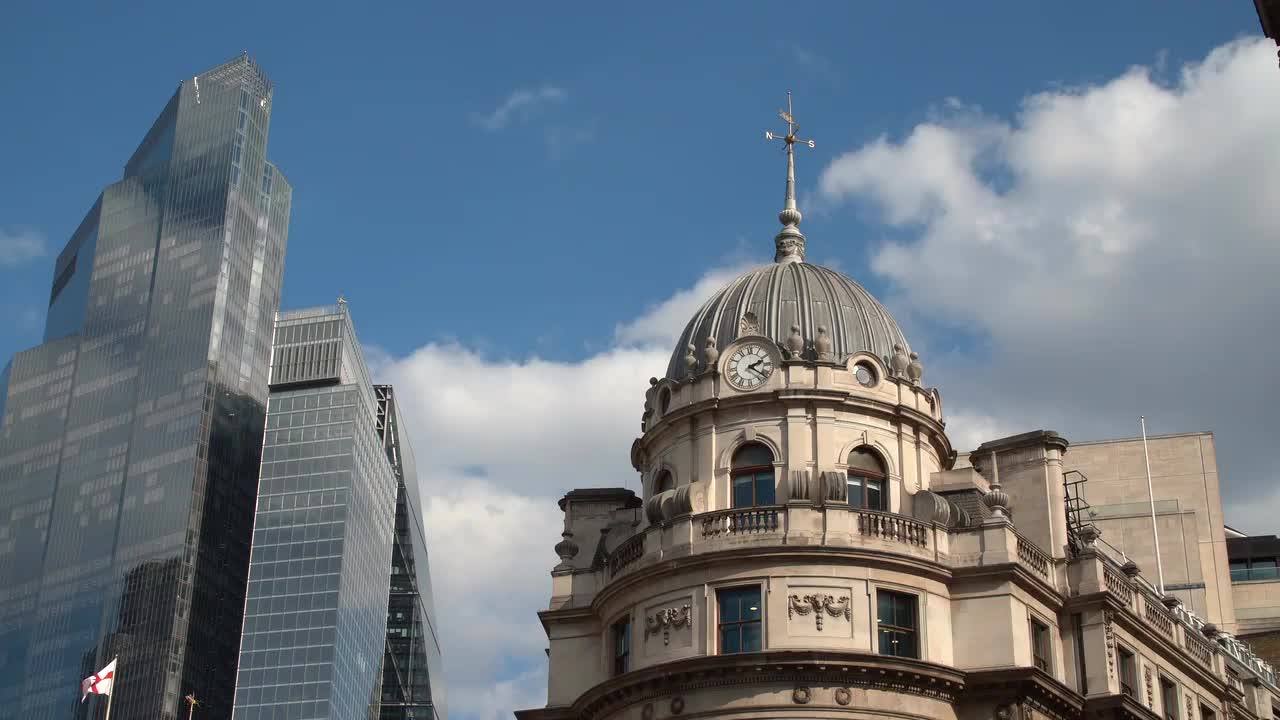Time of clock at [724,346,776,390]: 2:21
